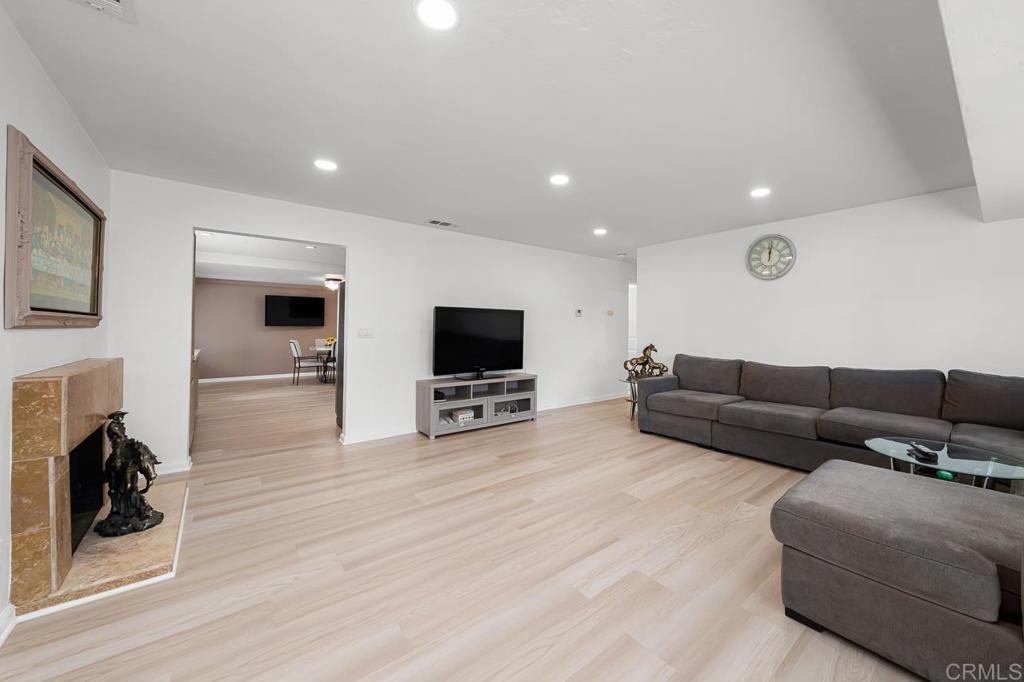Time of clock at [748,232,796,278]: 12:01
